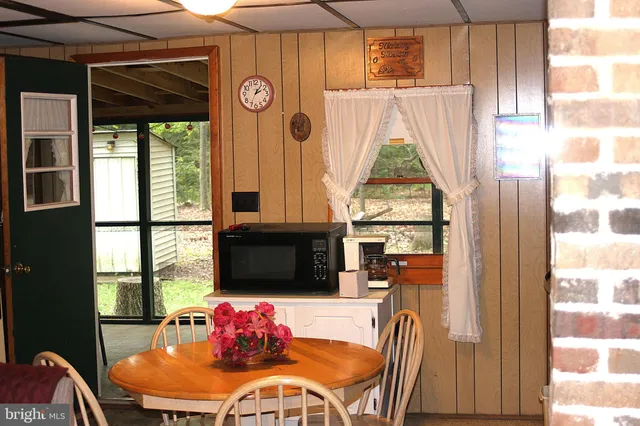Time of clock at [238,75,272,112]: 2:06
